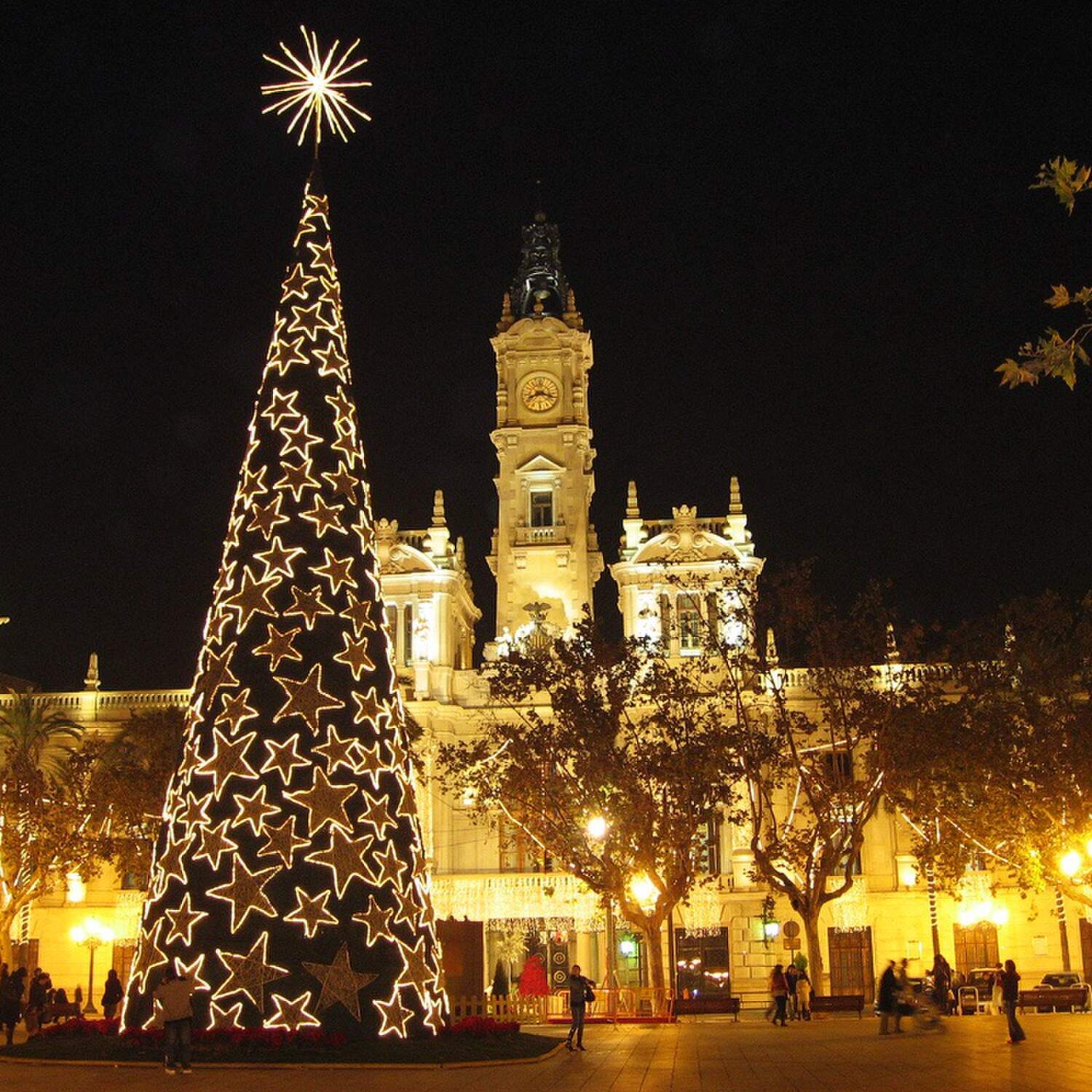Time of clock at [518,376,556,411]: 8:17
